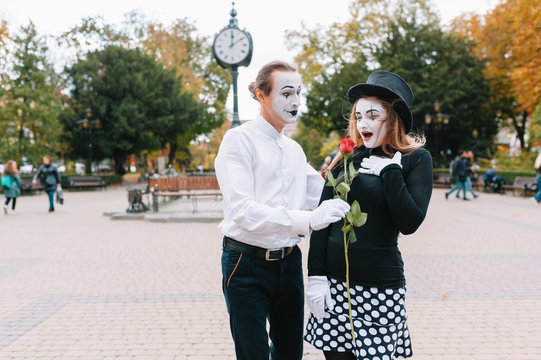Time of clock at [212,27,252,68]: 12:09
